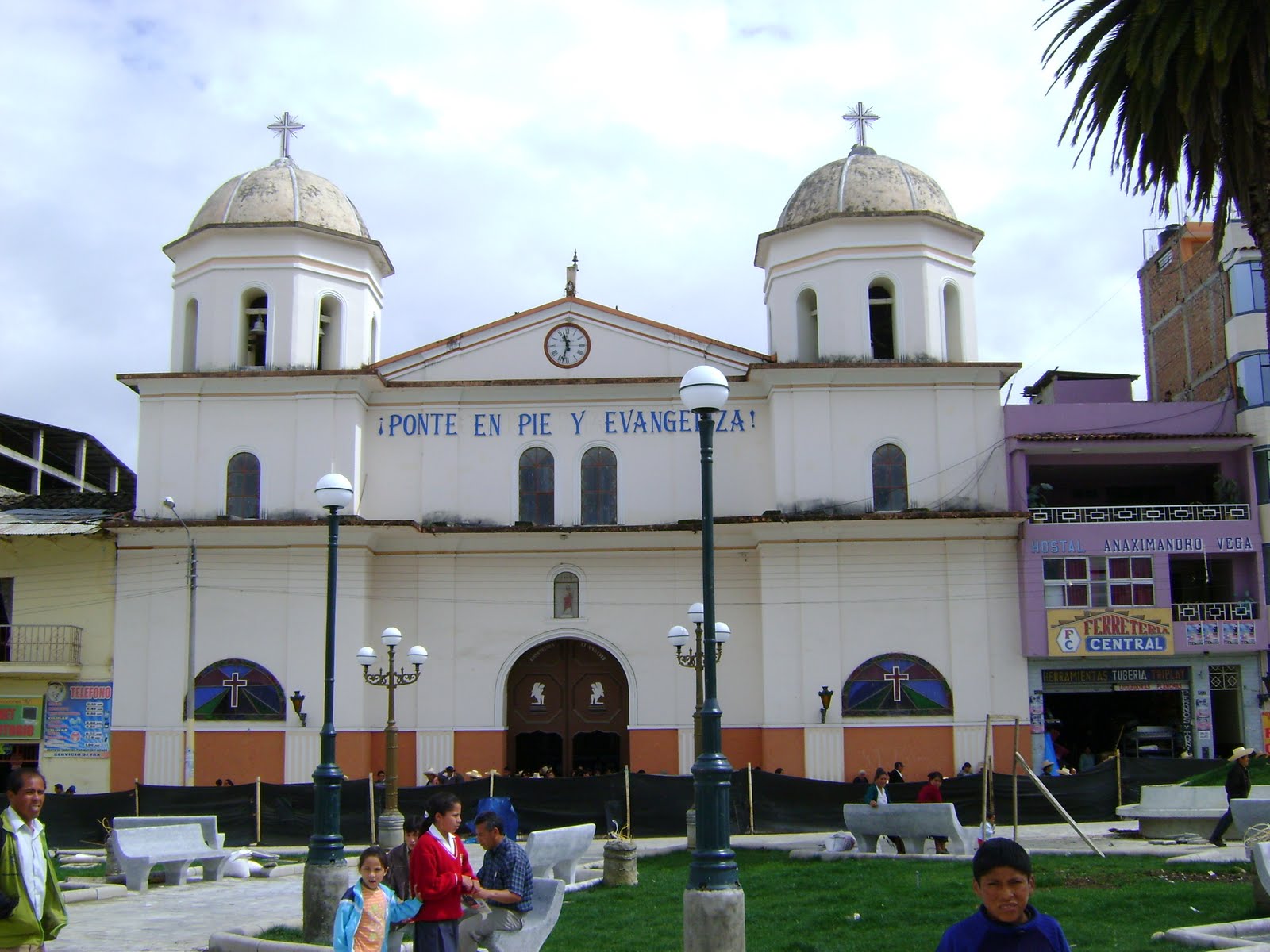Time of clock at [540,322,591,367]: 11:32
